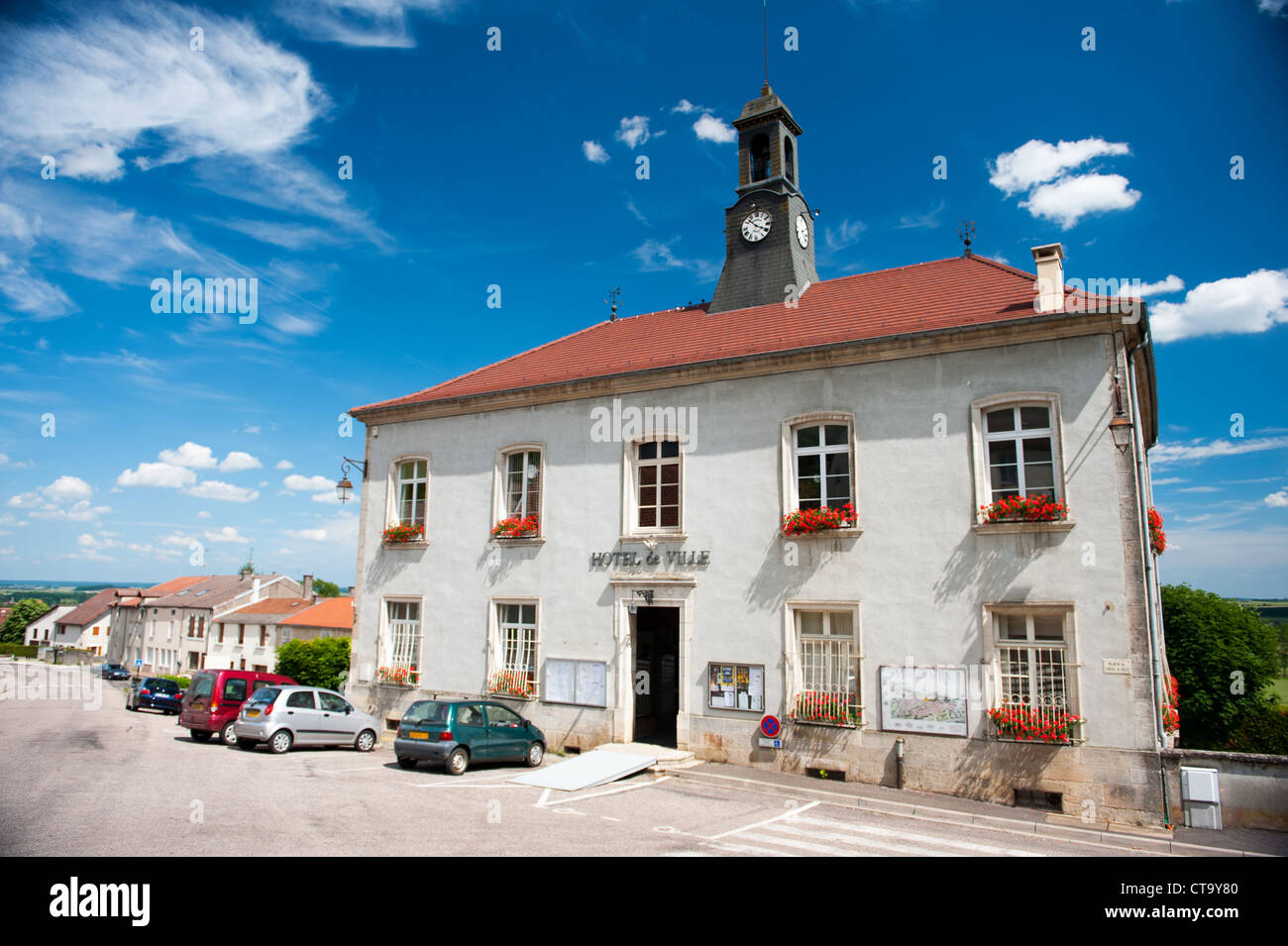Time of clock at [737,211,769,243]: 3:52
